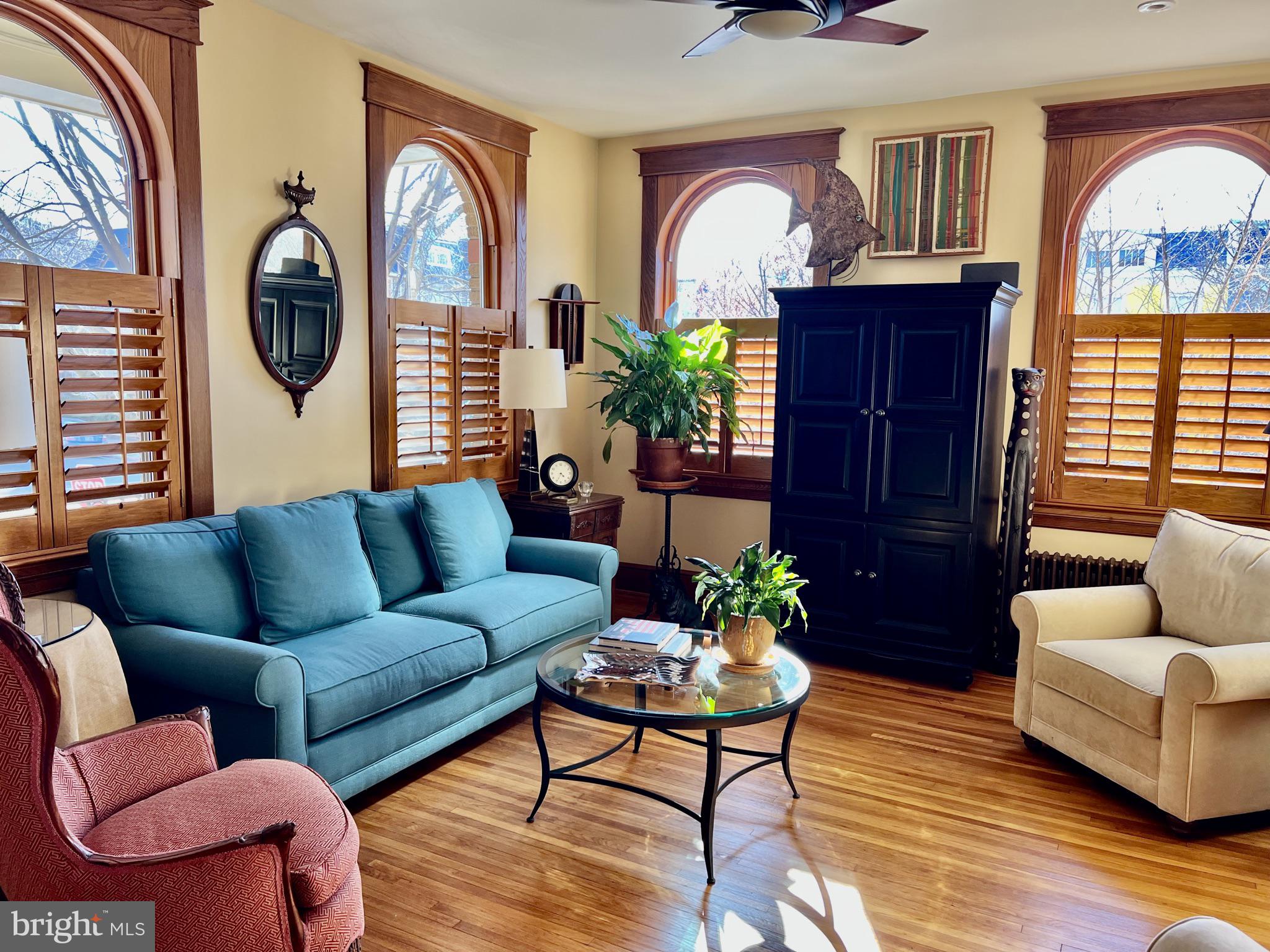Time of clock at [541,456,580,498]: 4:34
